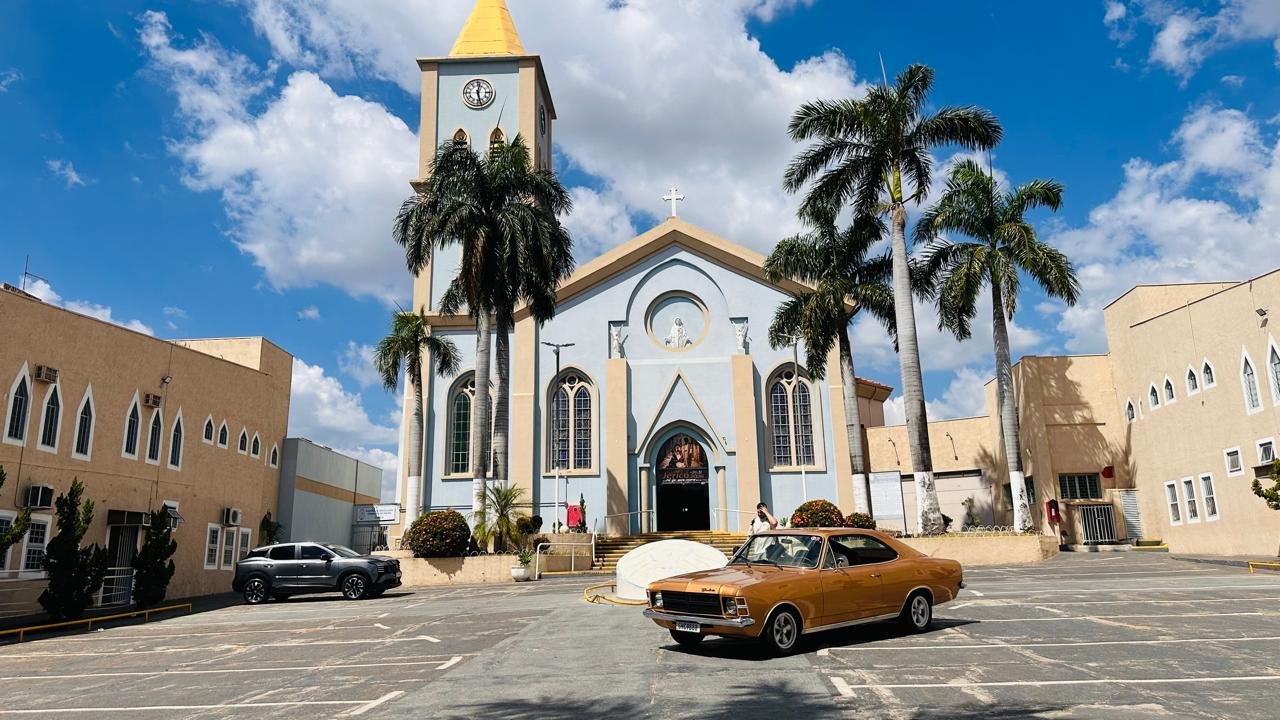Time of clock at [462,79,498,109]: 12:27
